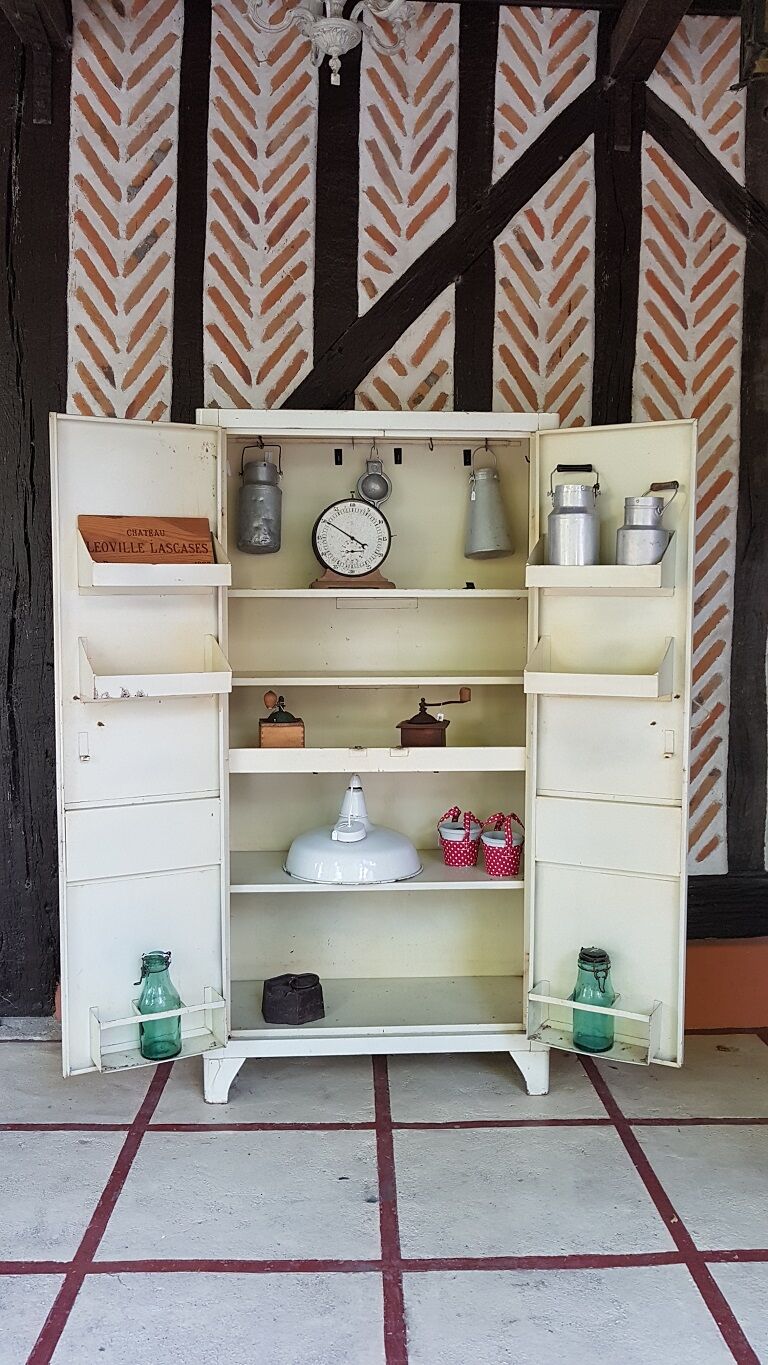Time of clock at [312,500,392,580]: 3:50
